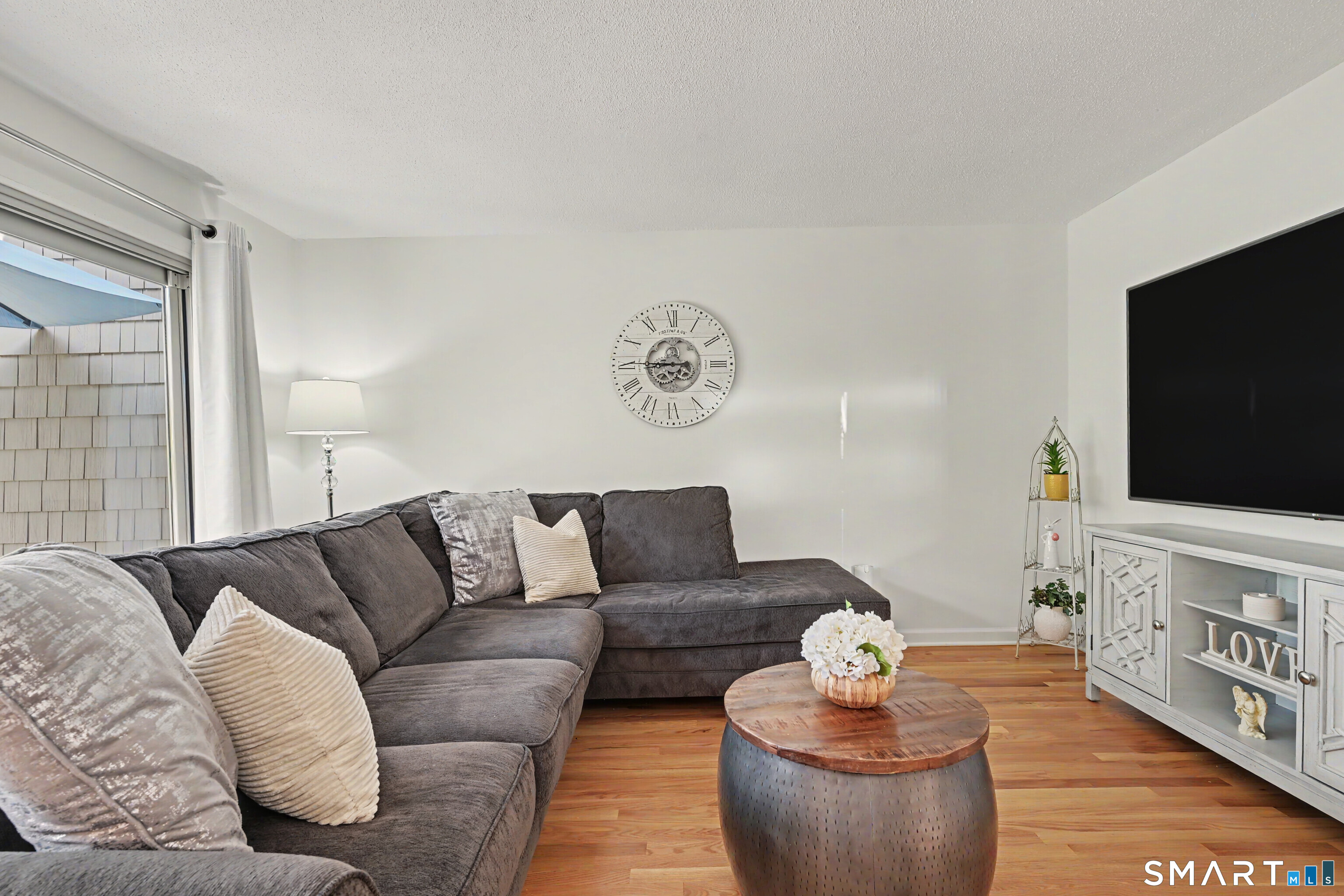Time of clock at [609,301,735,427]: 8:45
